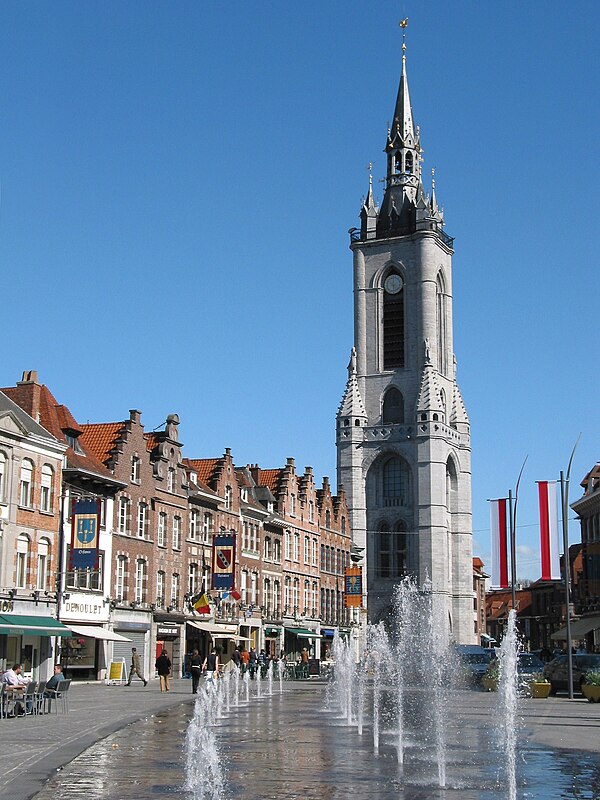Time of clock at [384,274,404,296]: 5:59
